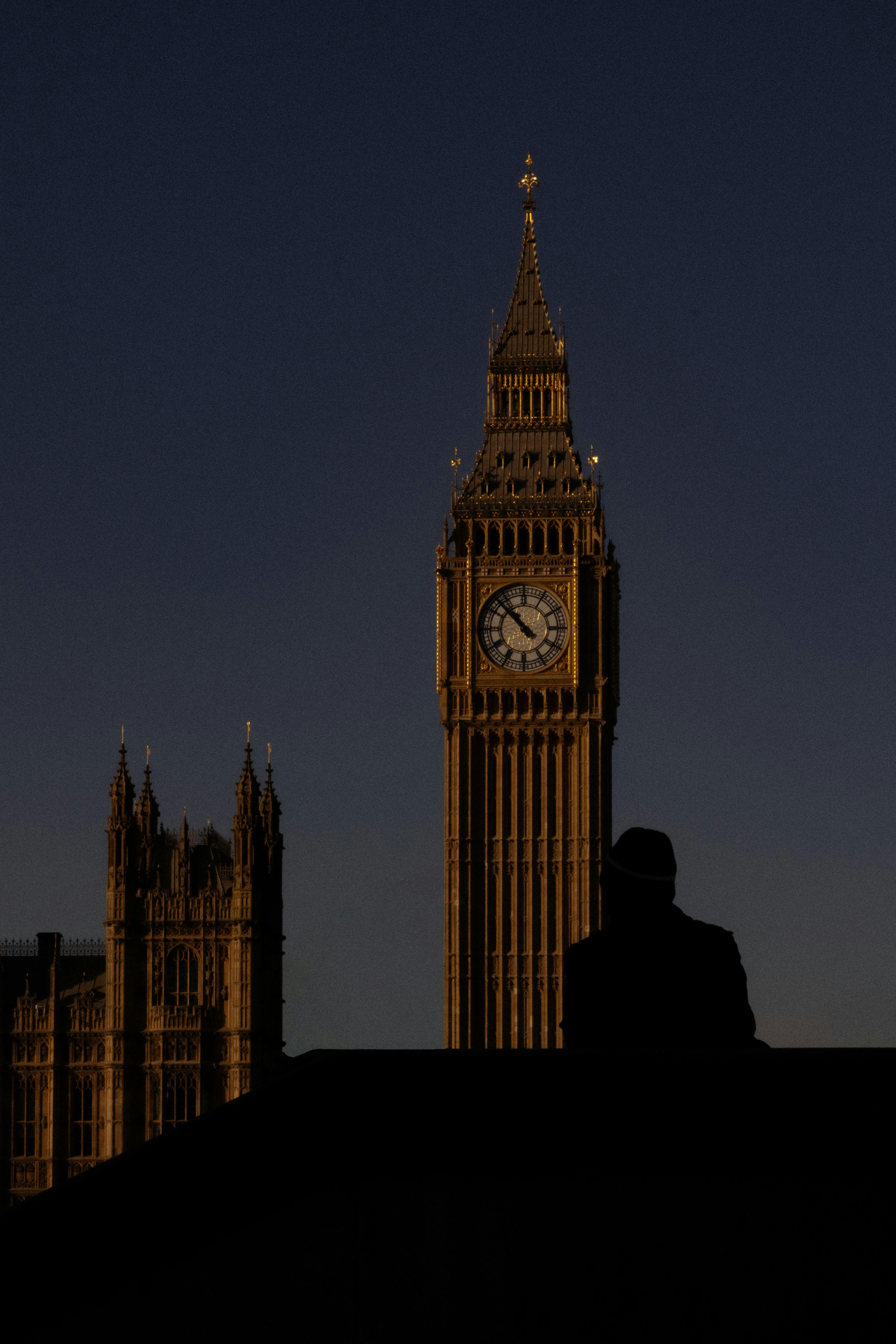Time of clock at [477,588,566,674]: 10:52
